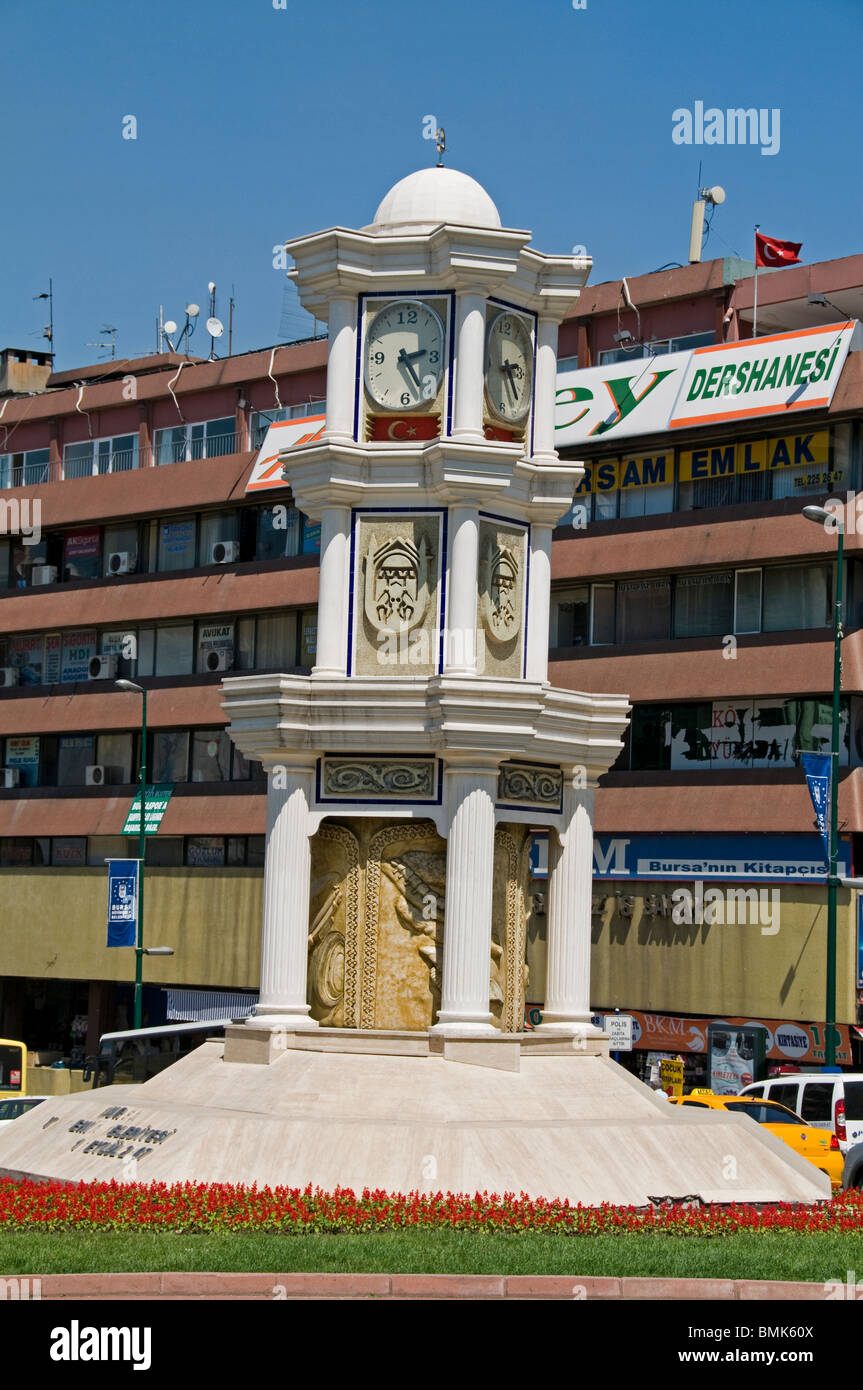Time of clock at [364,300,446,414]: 2:23
